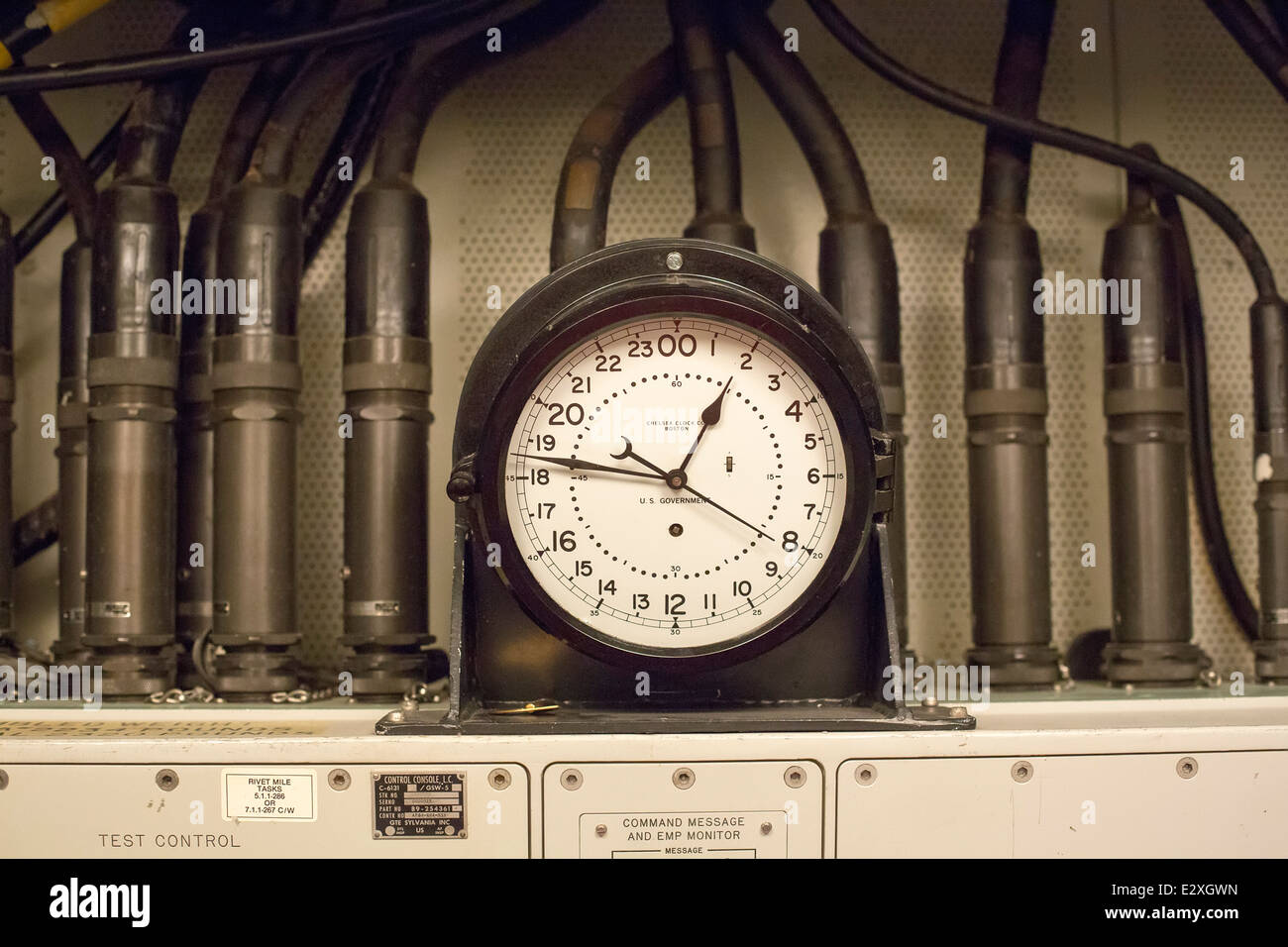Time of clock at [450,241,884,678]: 12:46
